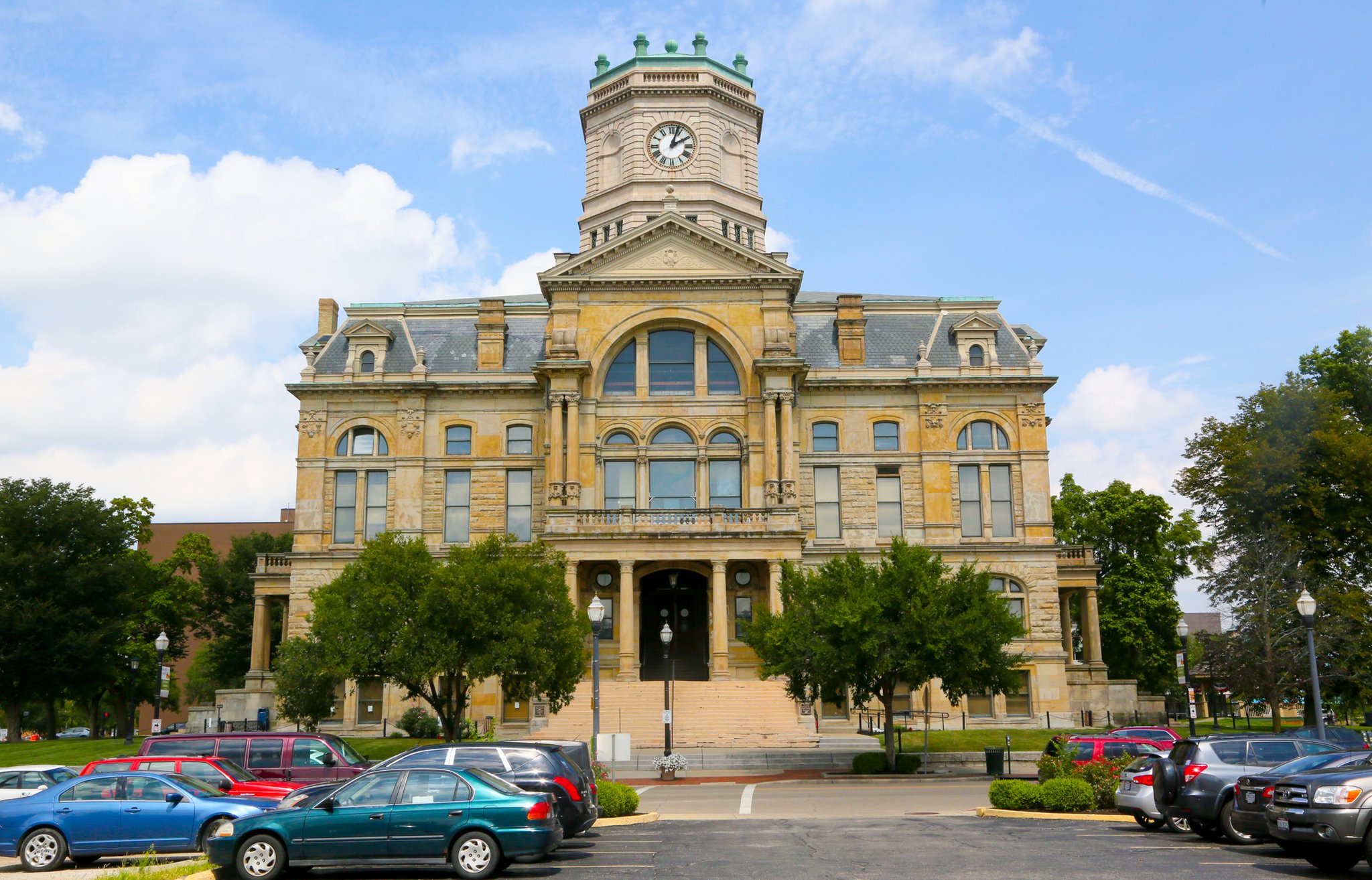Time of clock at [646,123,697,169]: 2:03
